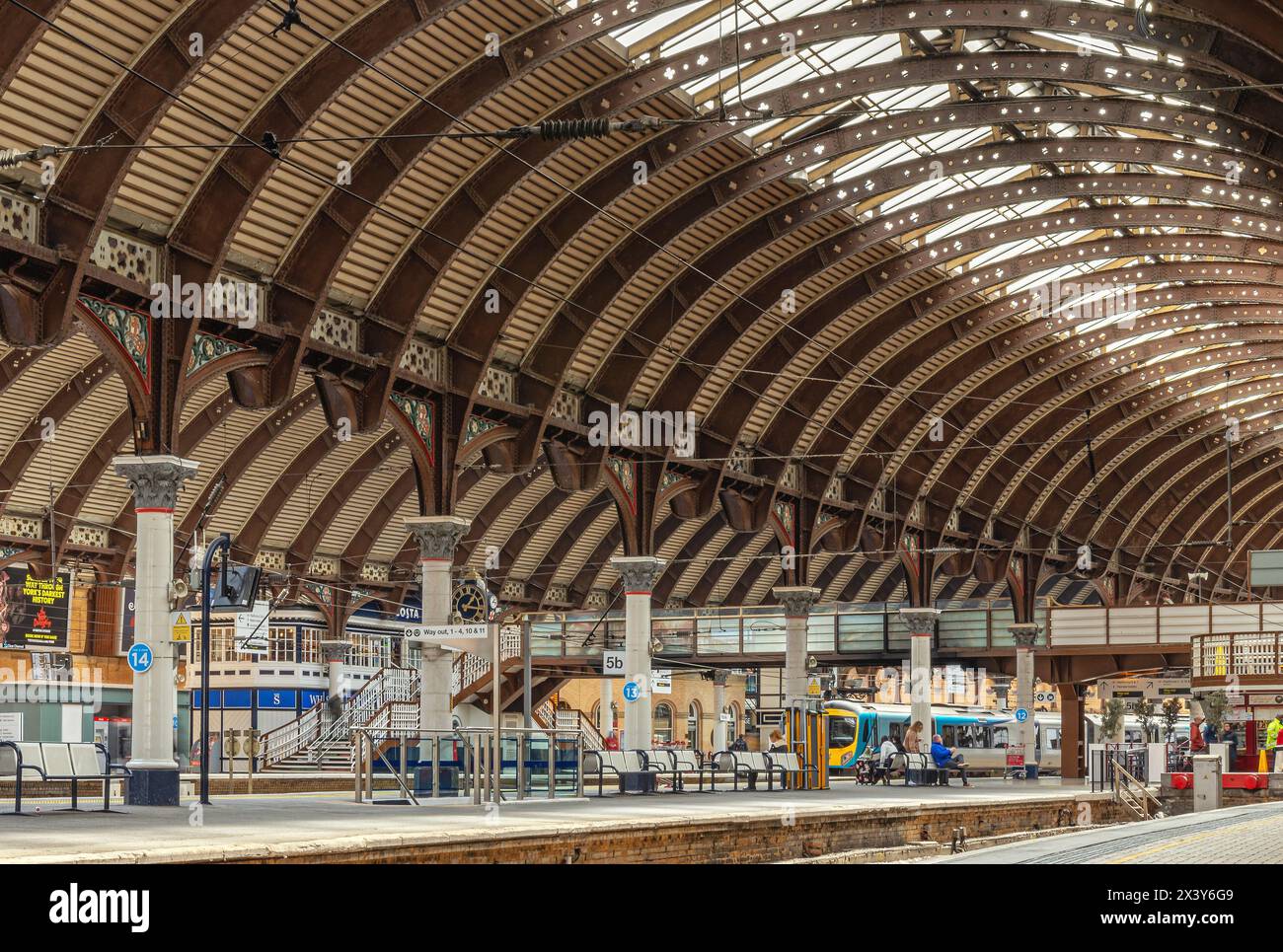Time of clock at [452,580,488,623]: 1:16
